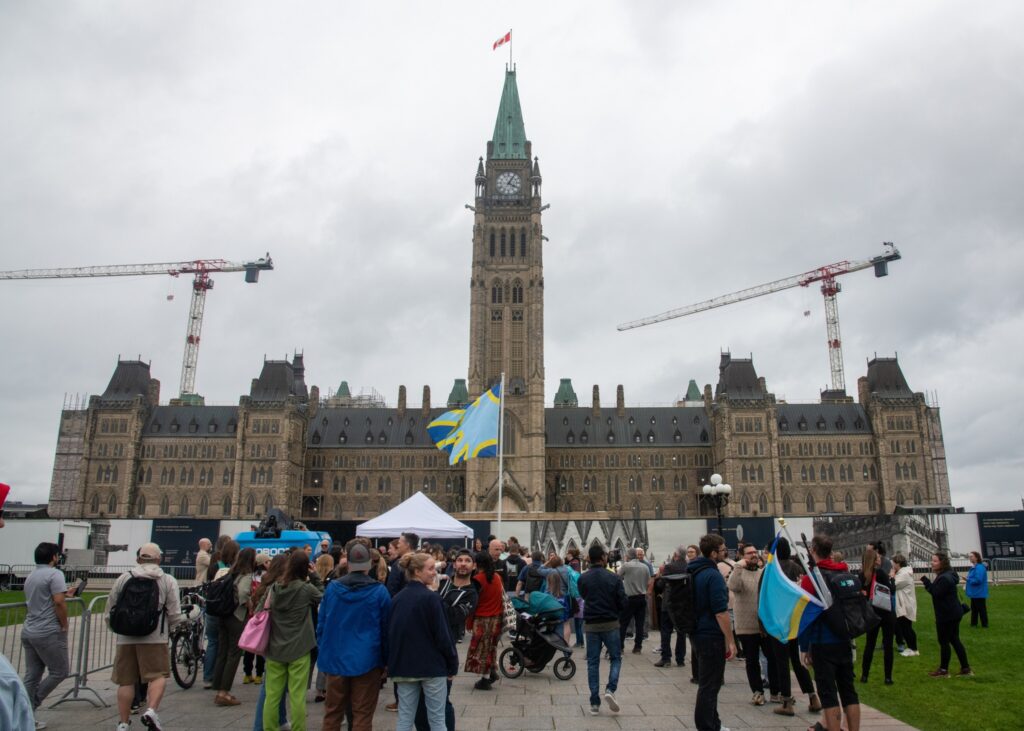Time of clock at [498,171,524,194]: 4:04
